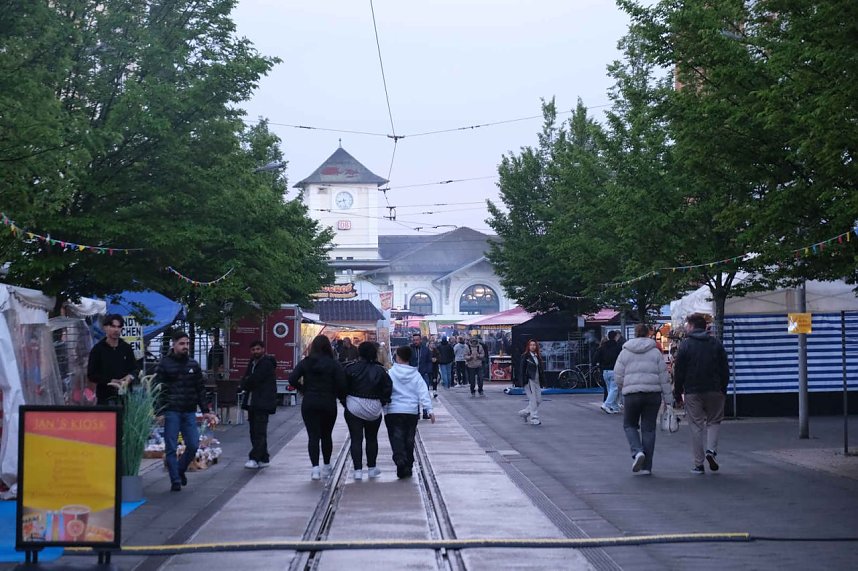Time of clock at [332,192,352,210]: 8:27
